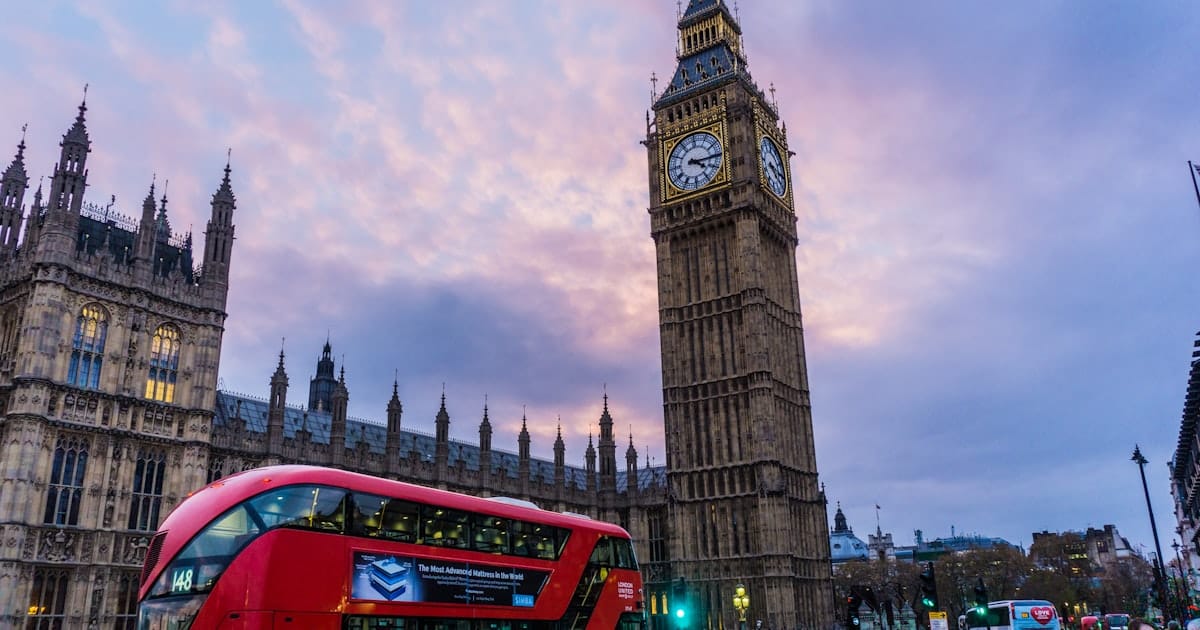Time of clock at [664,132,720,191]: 4:15
